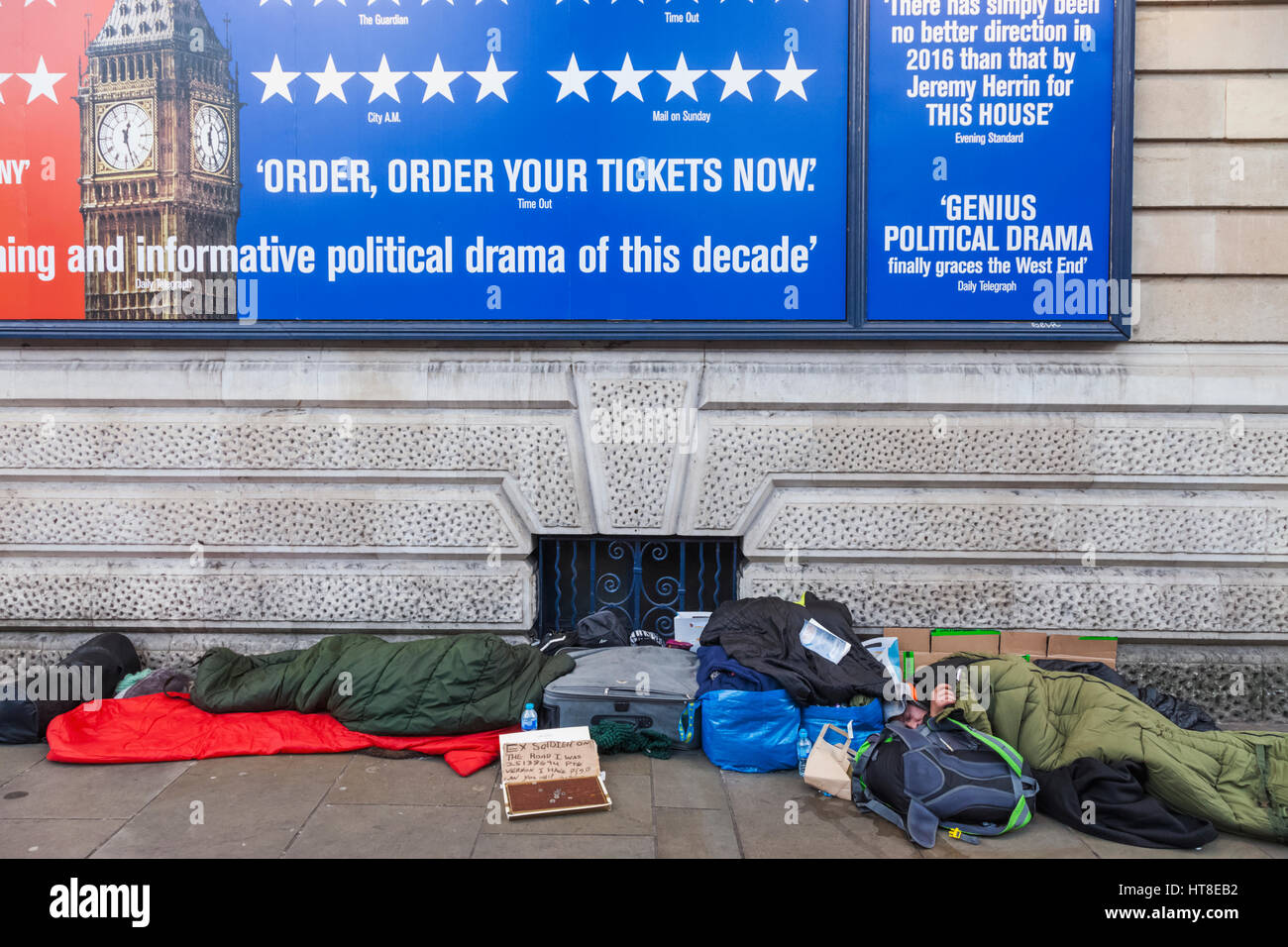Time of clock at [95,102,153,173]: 12:27
